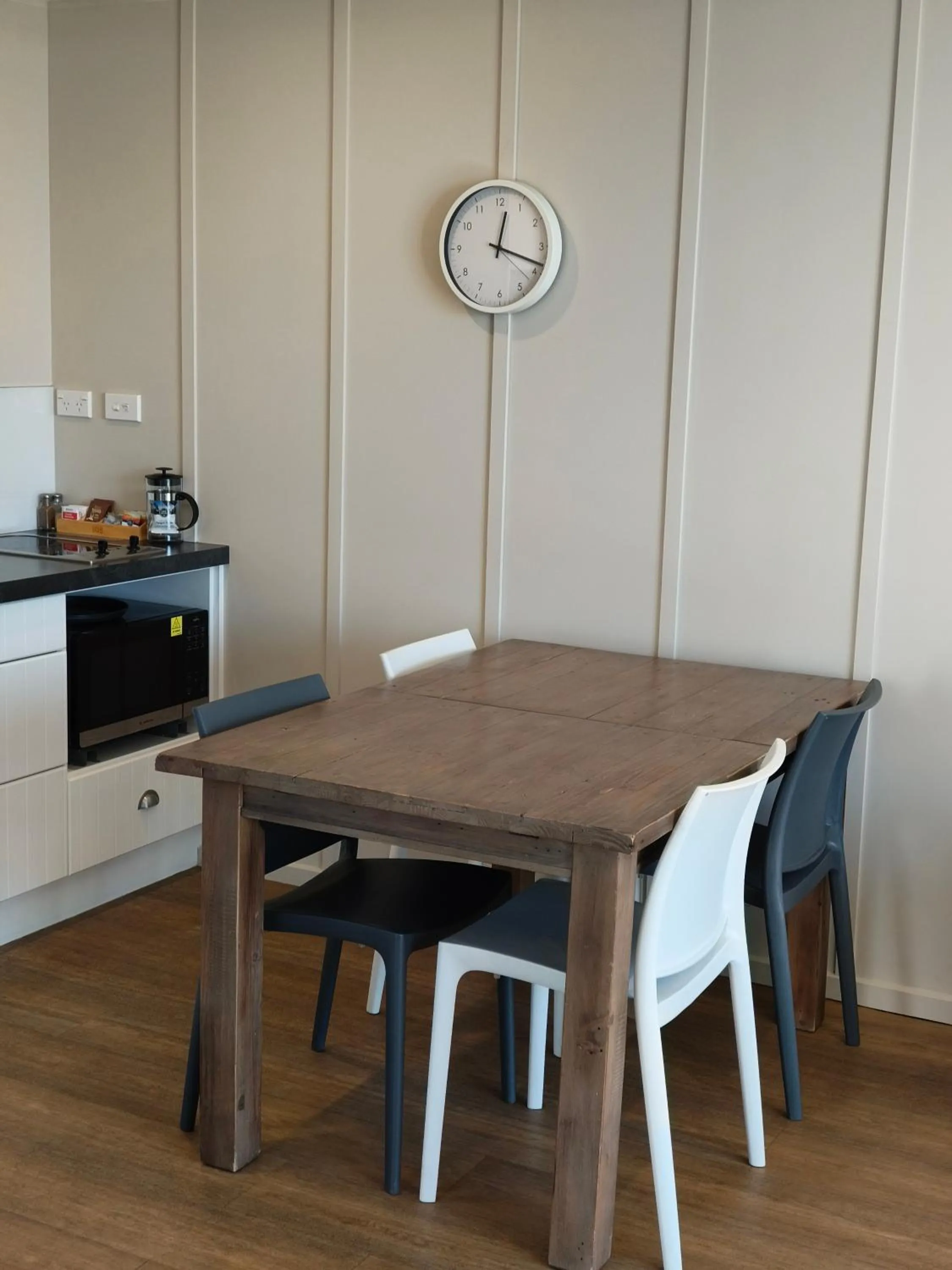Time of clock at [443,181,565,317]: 12:18
